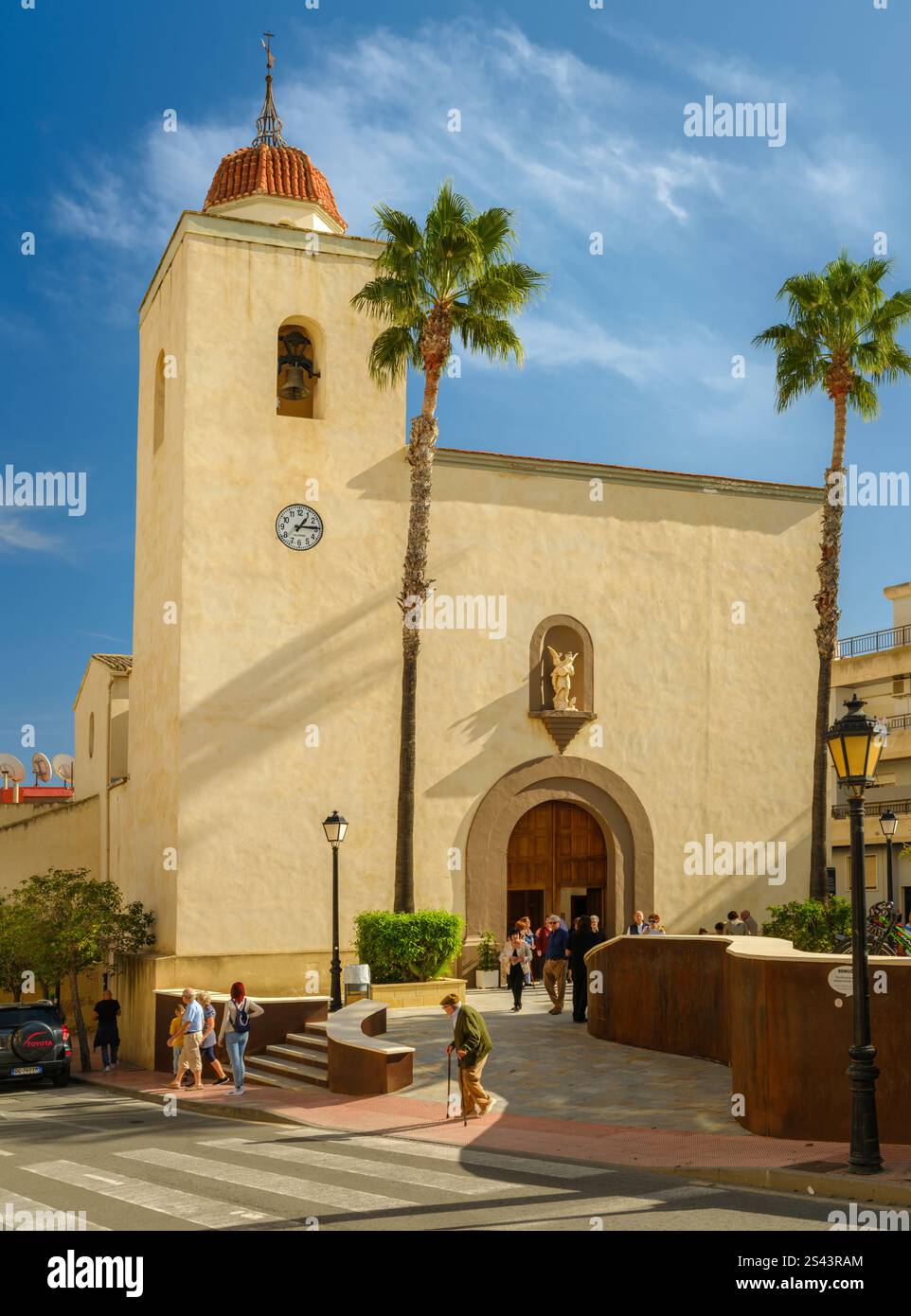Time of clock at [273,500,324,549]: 1:14
